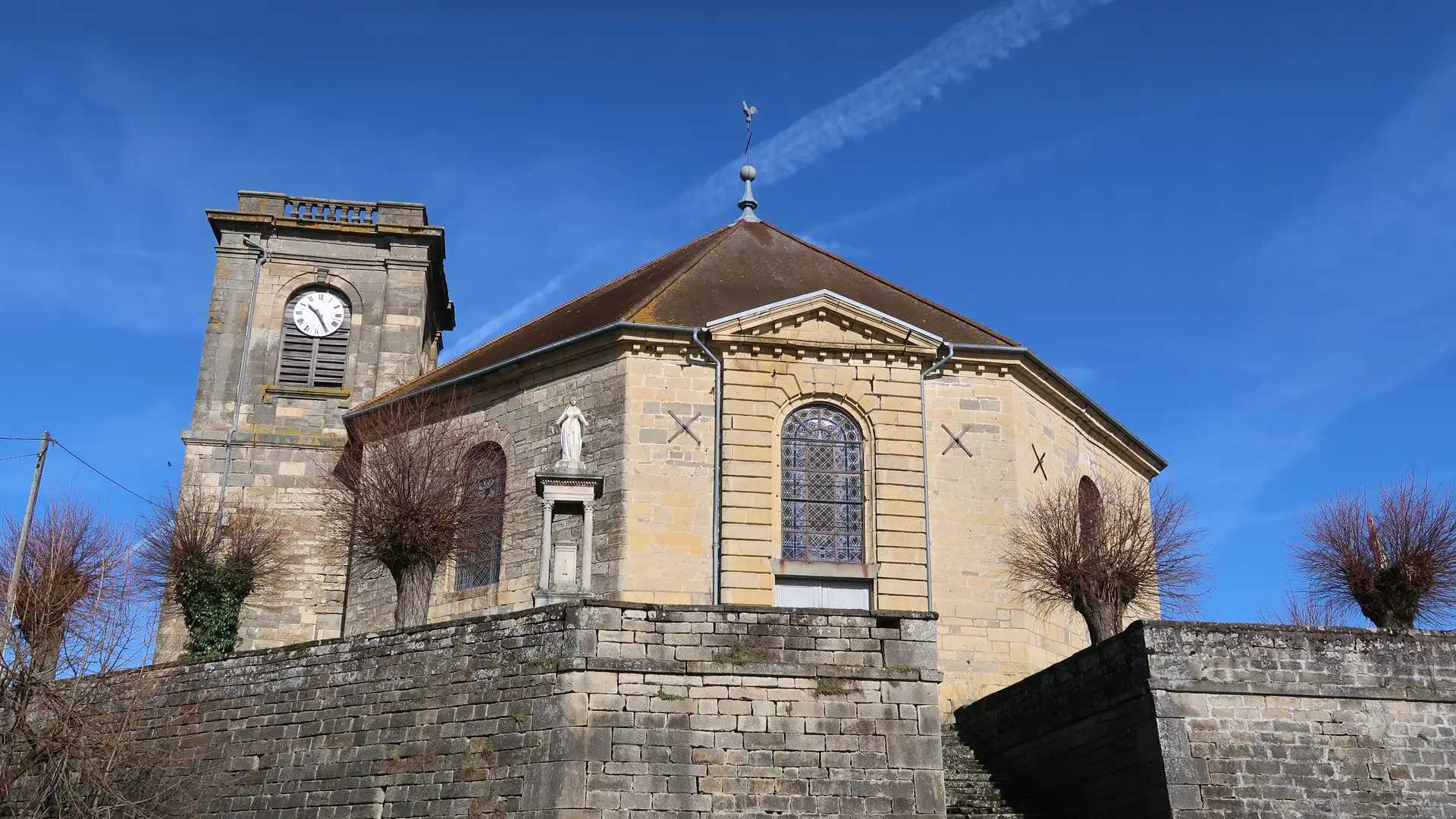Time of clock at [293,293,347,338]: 10:24
